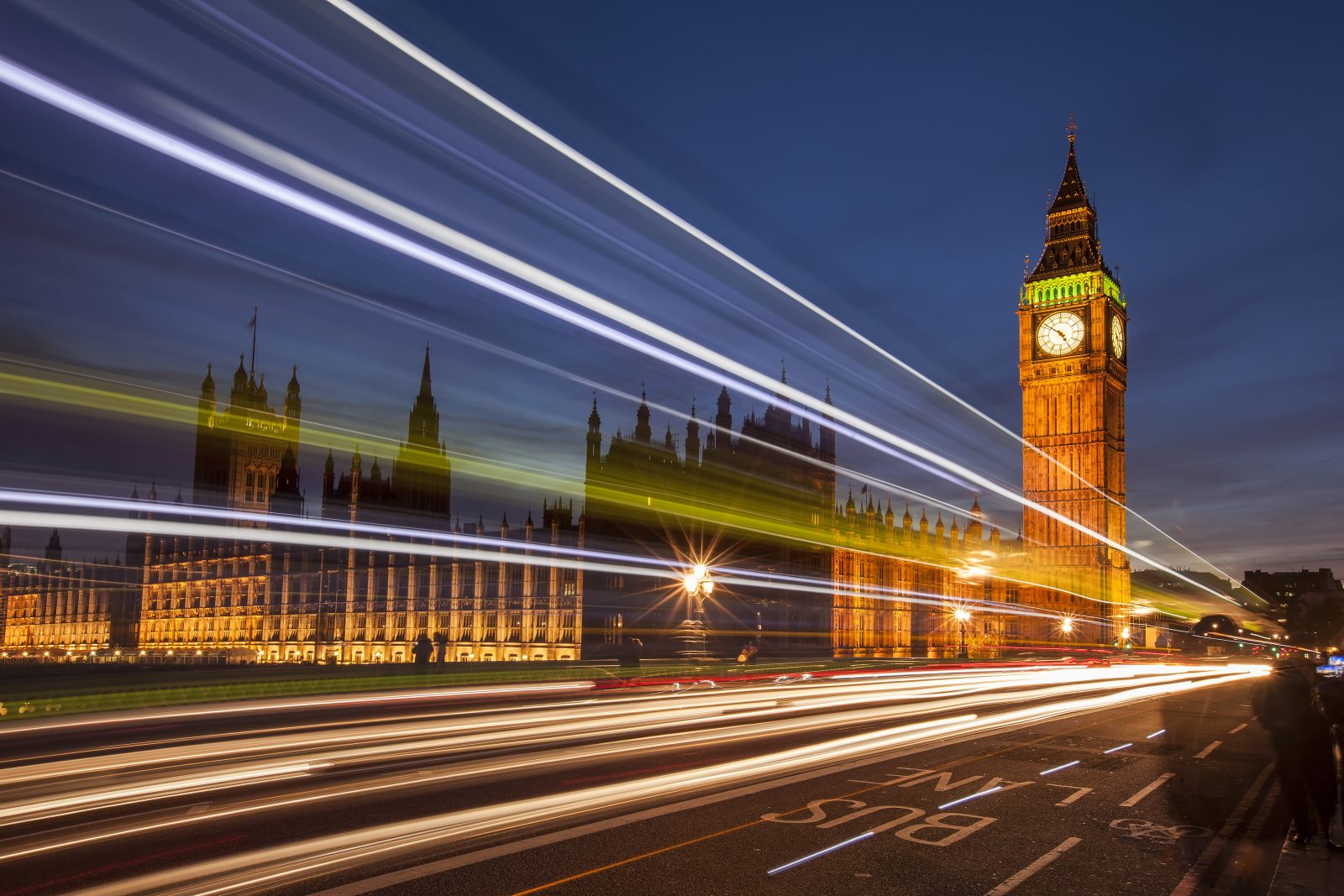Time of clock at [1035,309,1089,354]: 4:51
